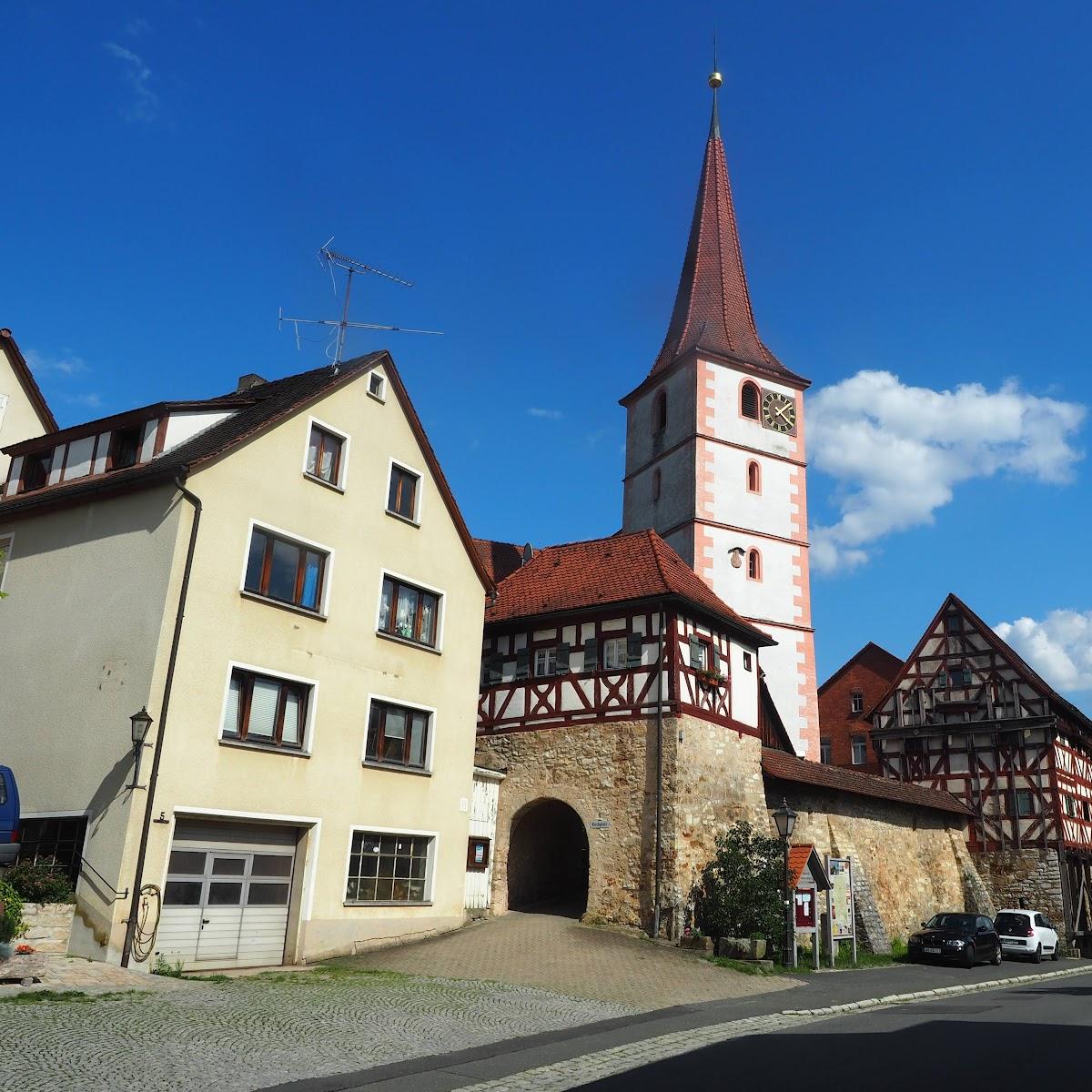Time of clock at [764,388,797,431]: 4:08
